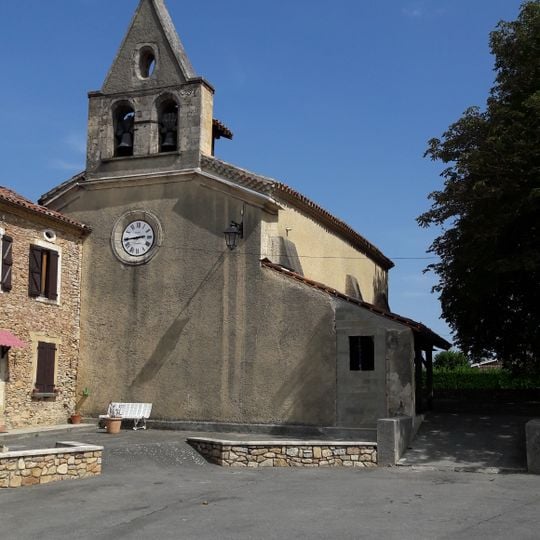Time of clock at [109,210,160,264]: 2:44
